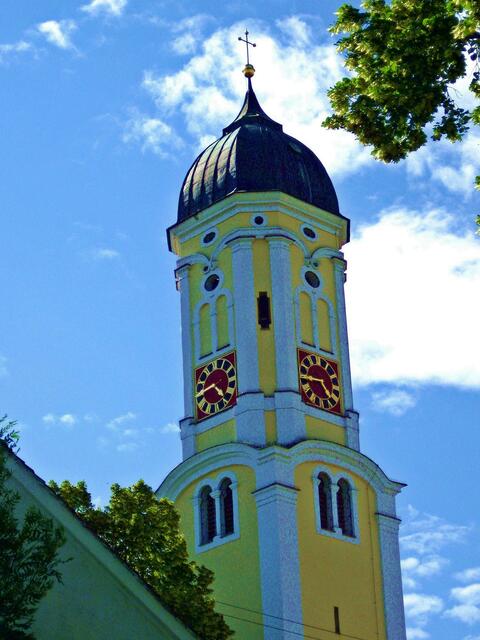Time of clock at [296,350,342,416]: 4:44
